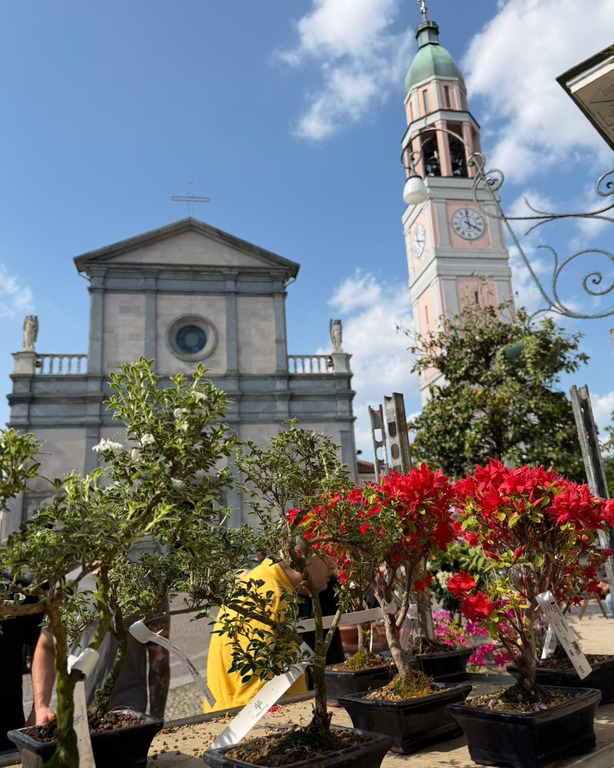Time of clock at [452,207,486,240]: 3:59
